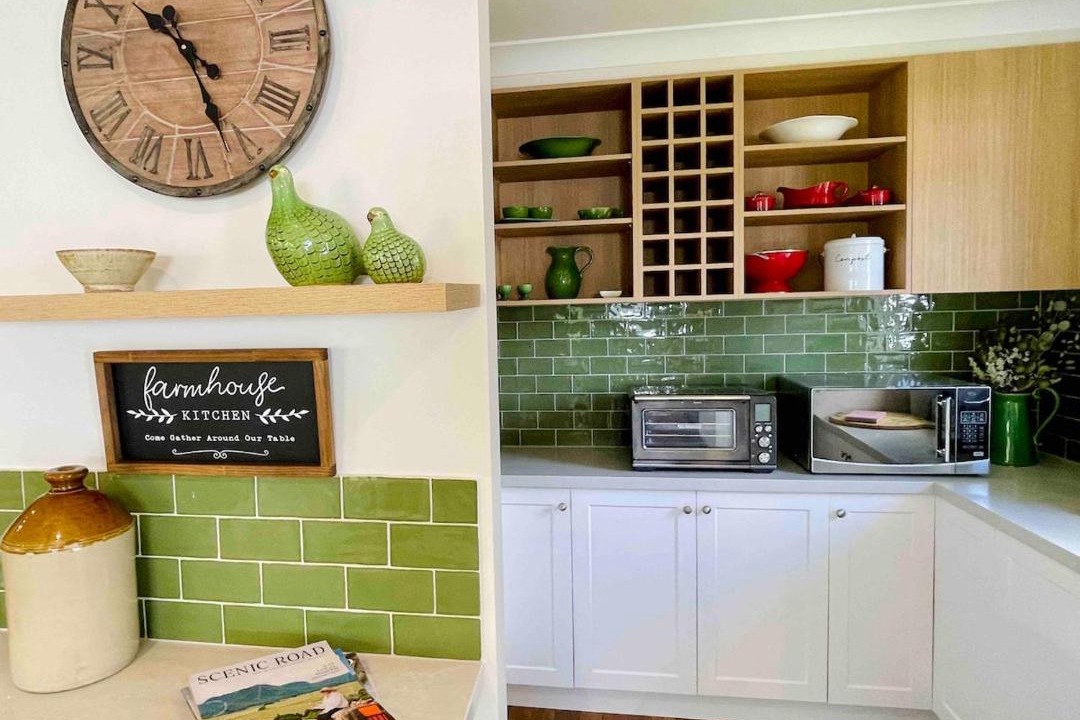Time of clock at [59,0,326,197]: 10:26
